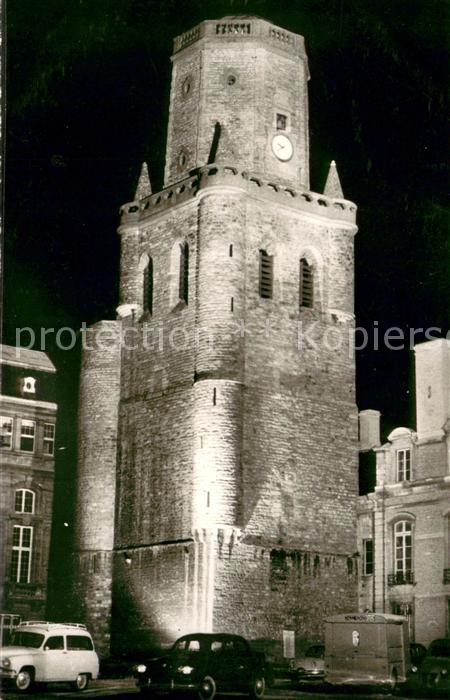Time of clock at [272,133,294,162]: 9:40
